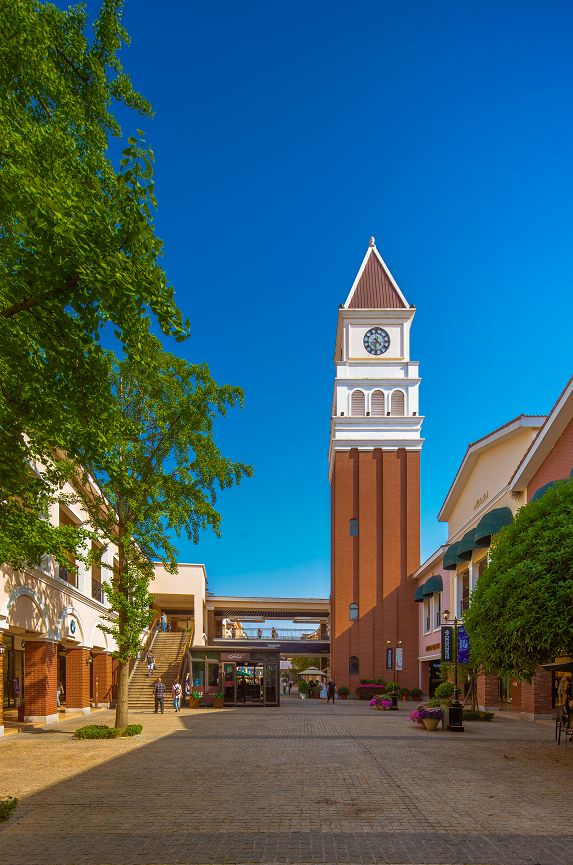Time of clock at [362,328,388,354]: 4:31
